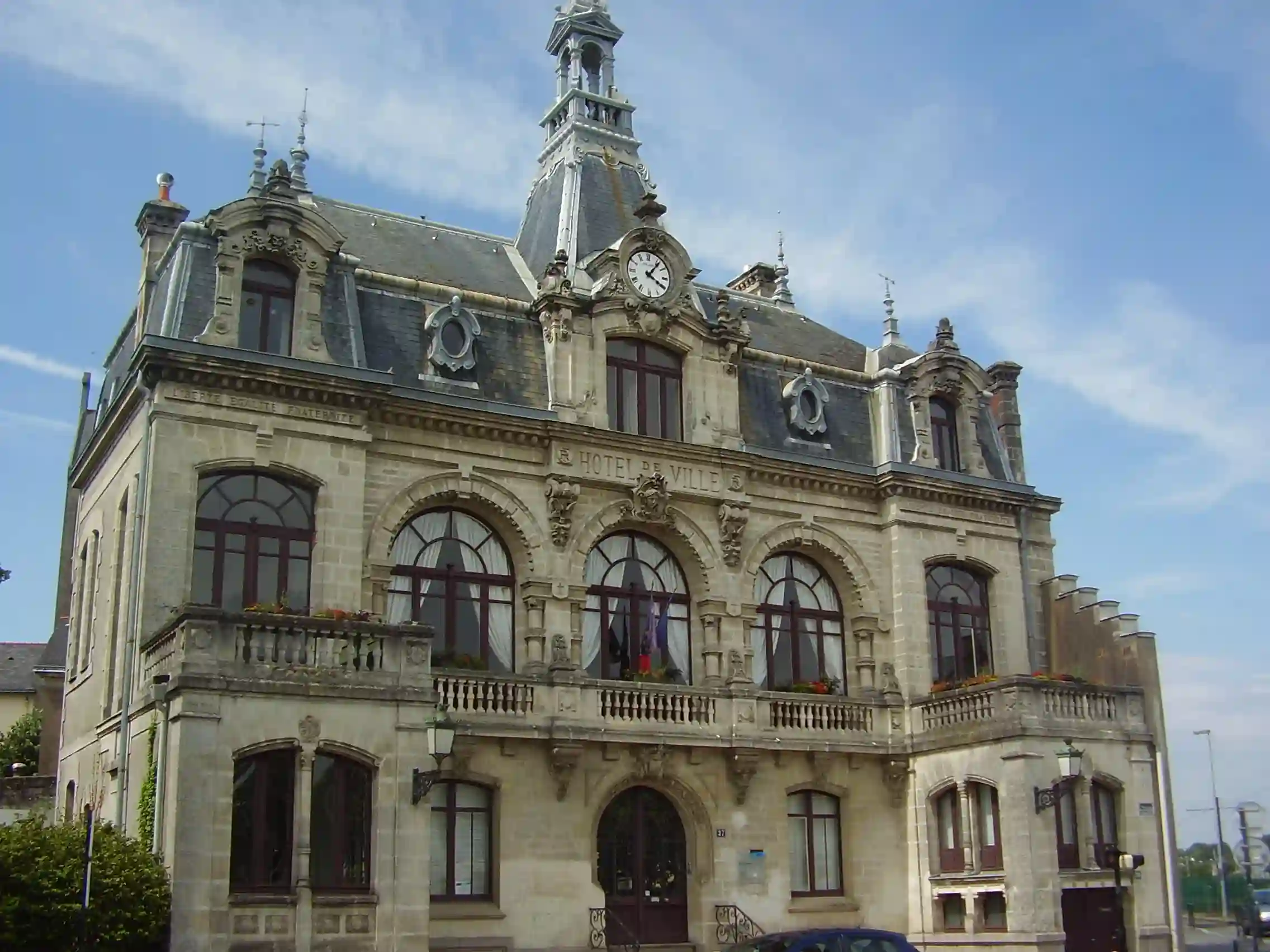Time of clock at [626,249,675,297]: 4:06
